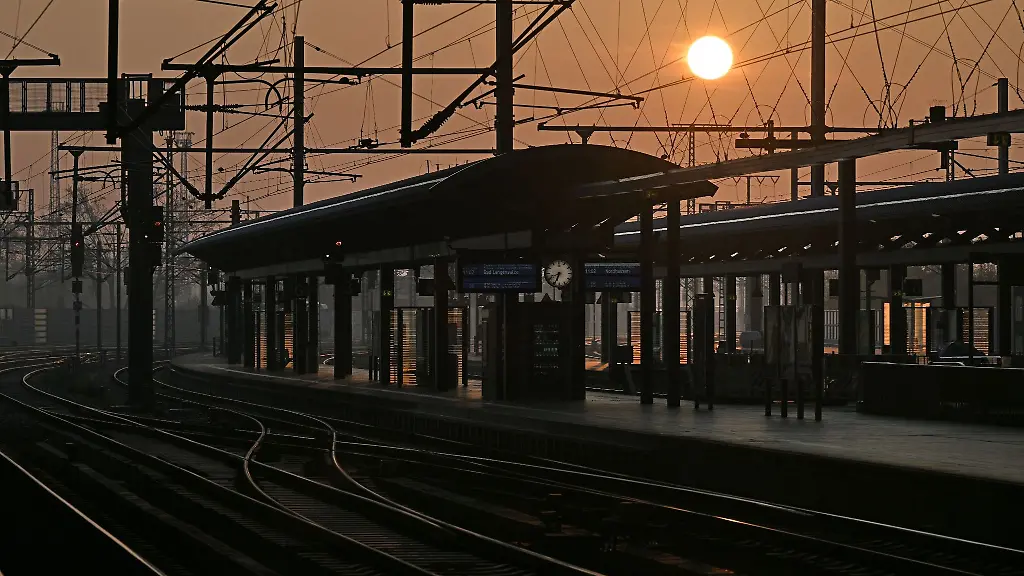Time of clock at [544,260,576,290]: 6:41
